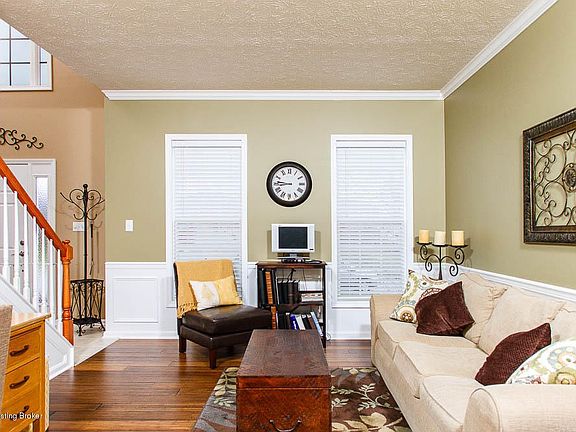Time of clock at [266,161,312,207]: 8:45
